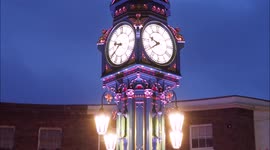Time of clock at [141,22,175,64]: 9:39
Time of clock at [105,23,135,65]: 9:39
